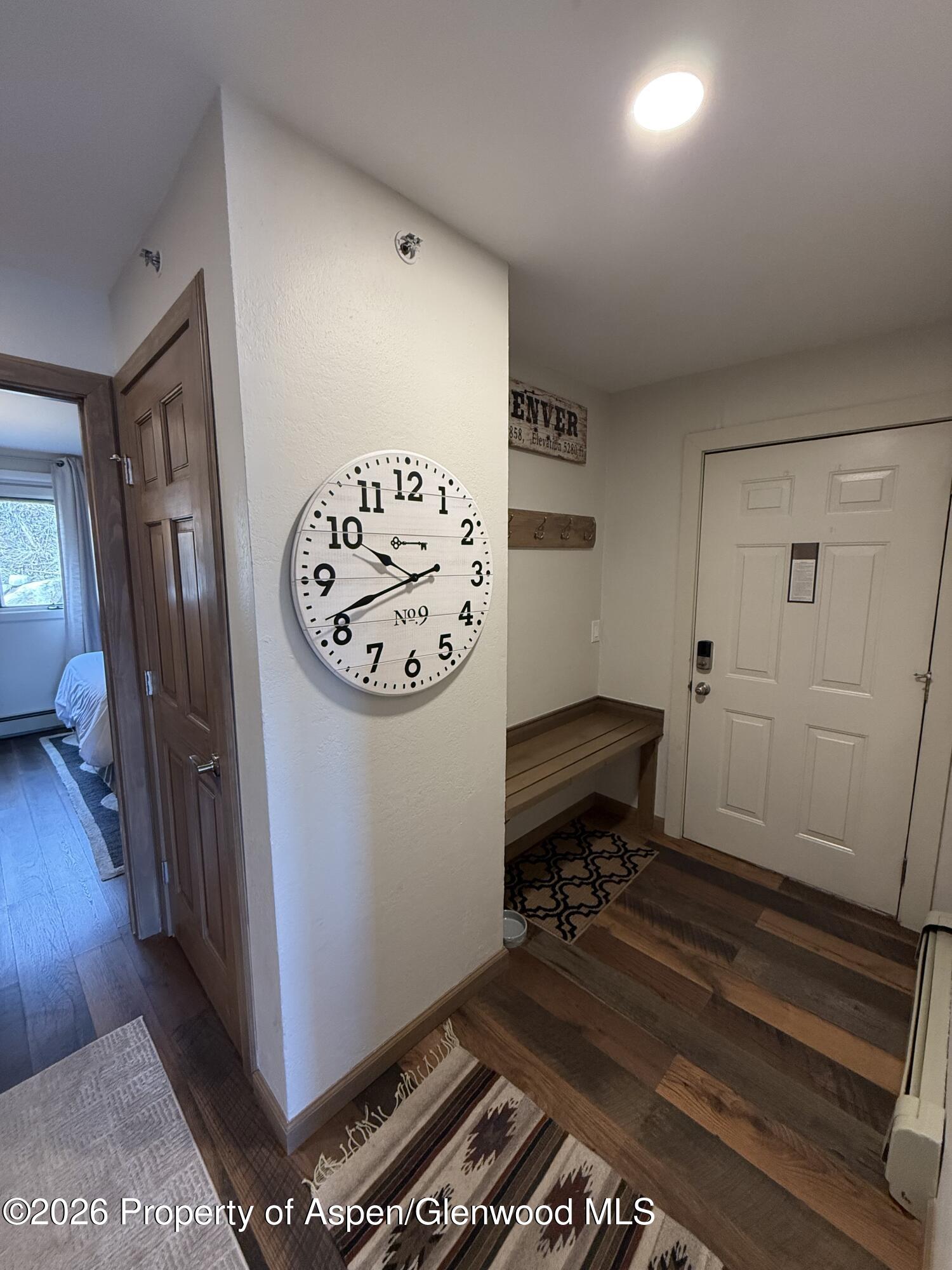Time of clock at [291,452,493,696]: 9:41
